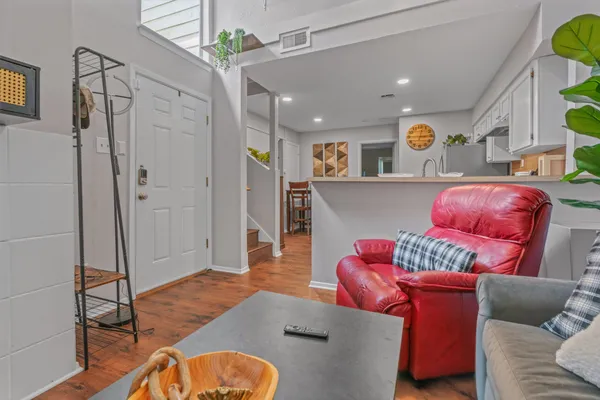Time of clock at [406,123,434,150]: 12:14
